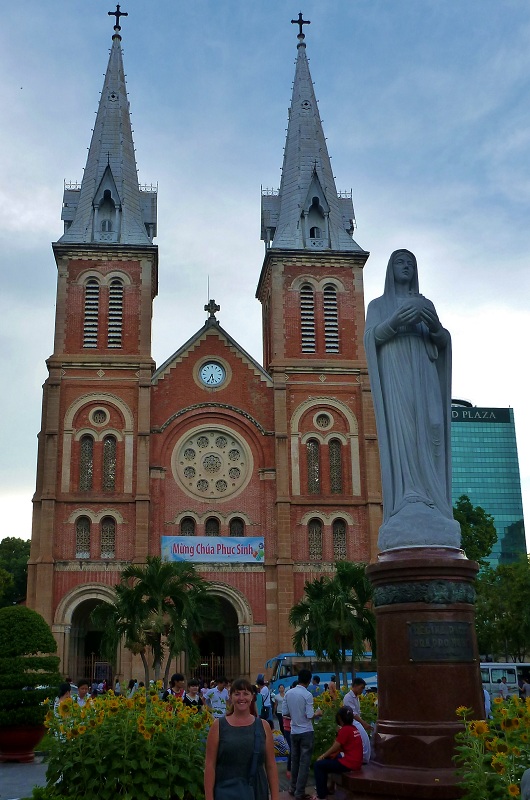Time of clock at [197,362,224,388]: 5:34
